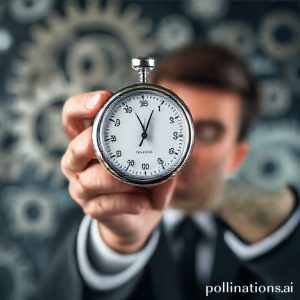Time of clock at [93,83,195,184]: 11:03
